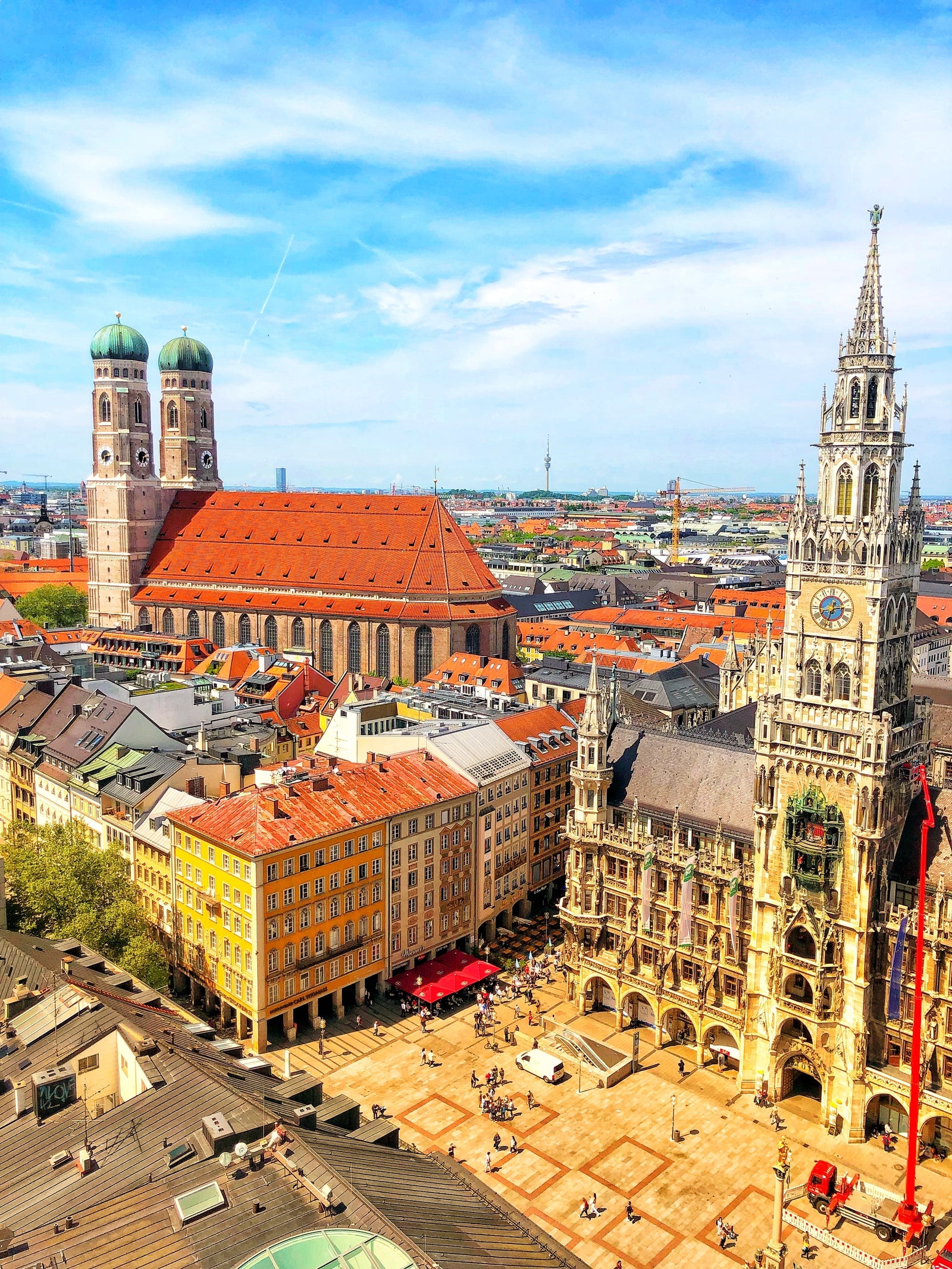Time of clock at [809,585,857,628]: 12:13
